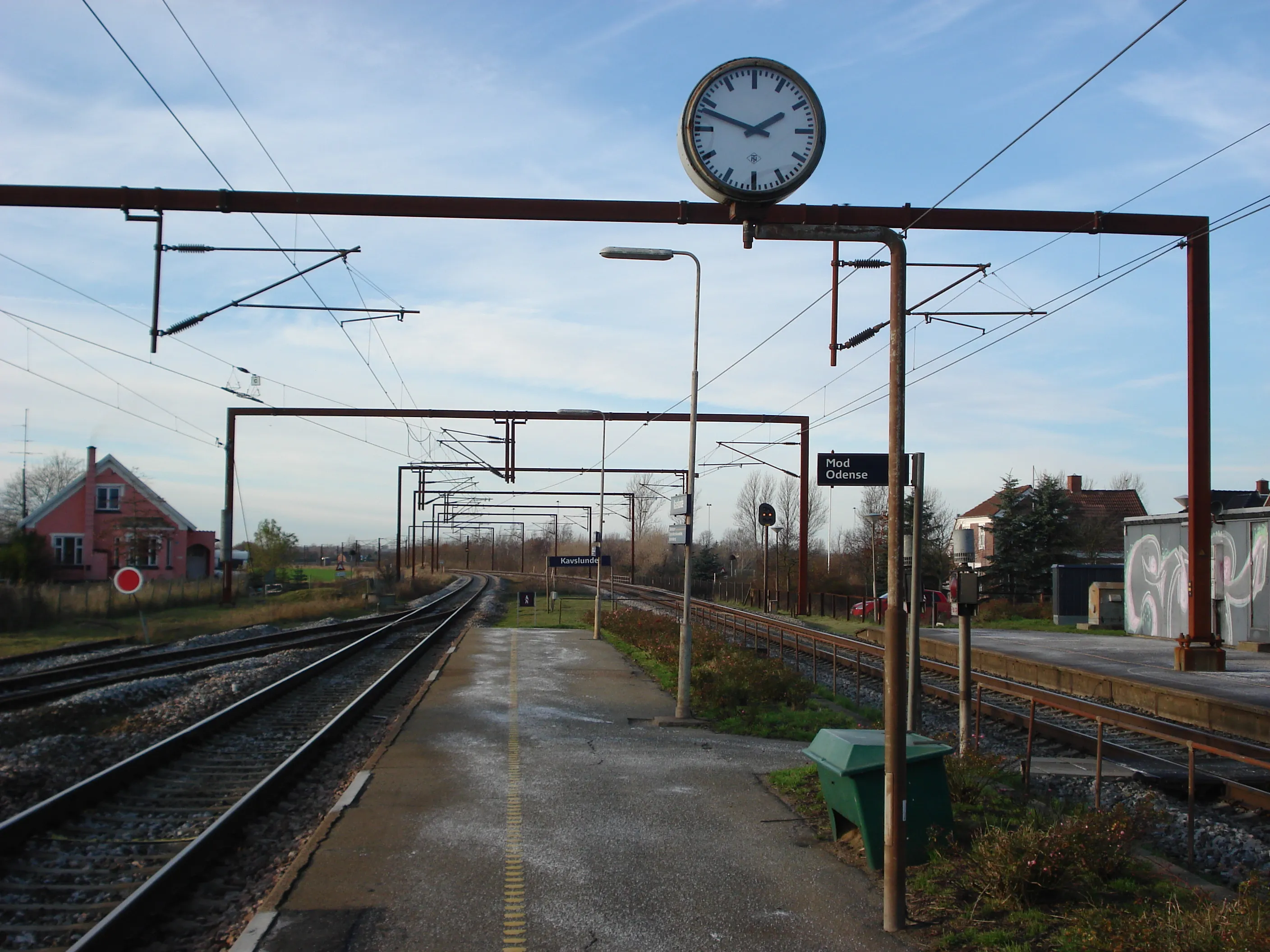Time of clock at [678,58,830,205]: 1:48
